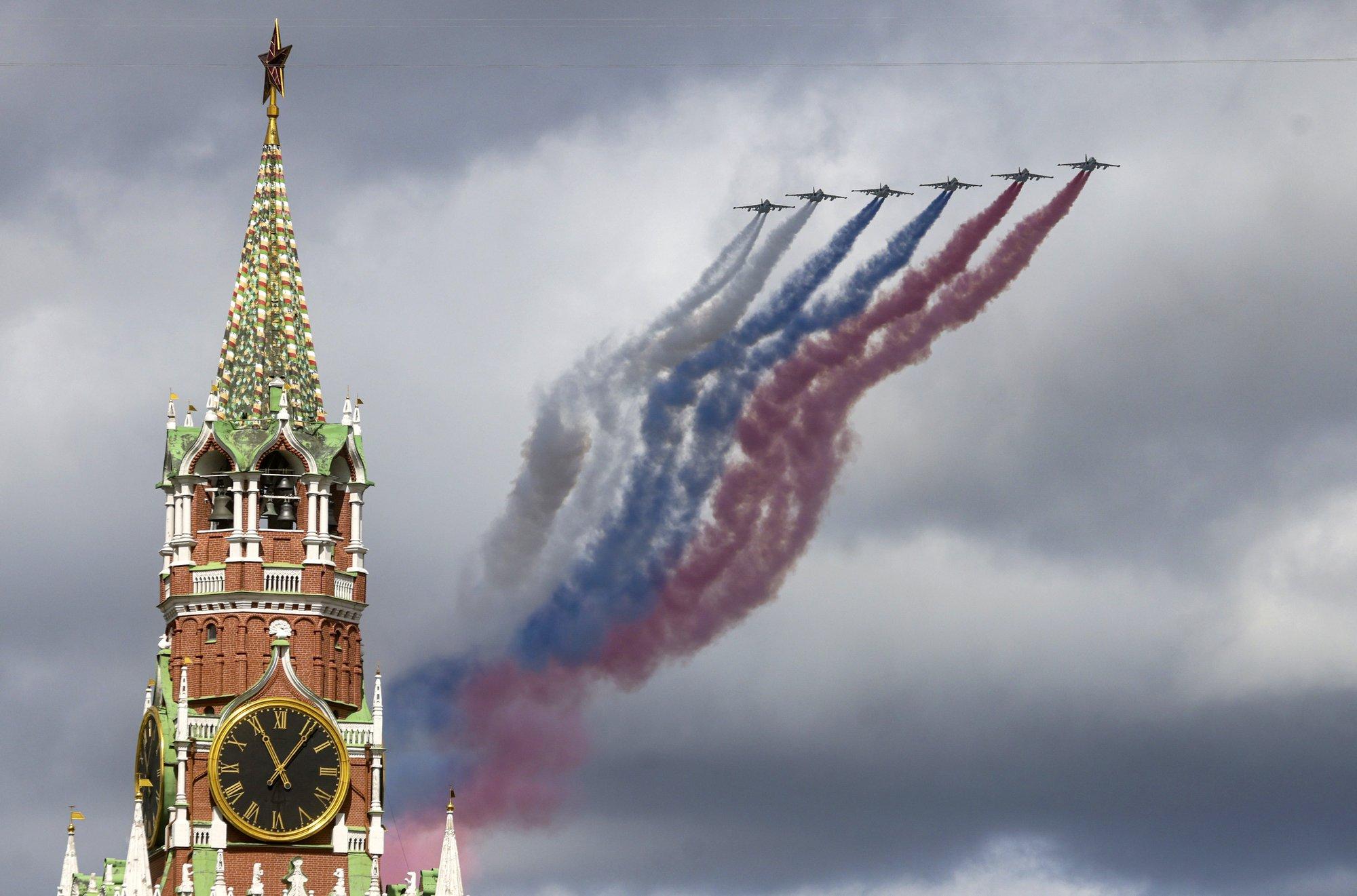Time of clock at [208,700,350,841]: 11:06
